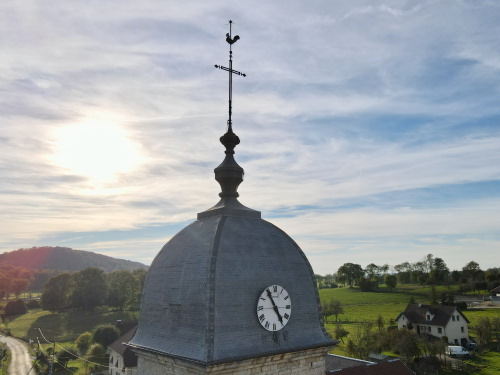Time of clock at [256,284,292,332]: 4:54
